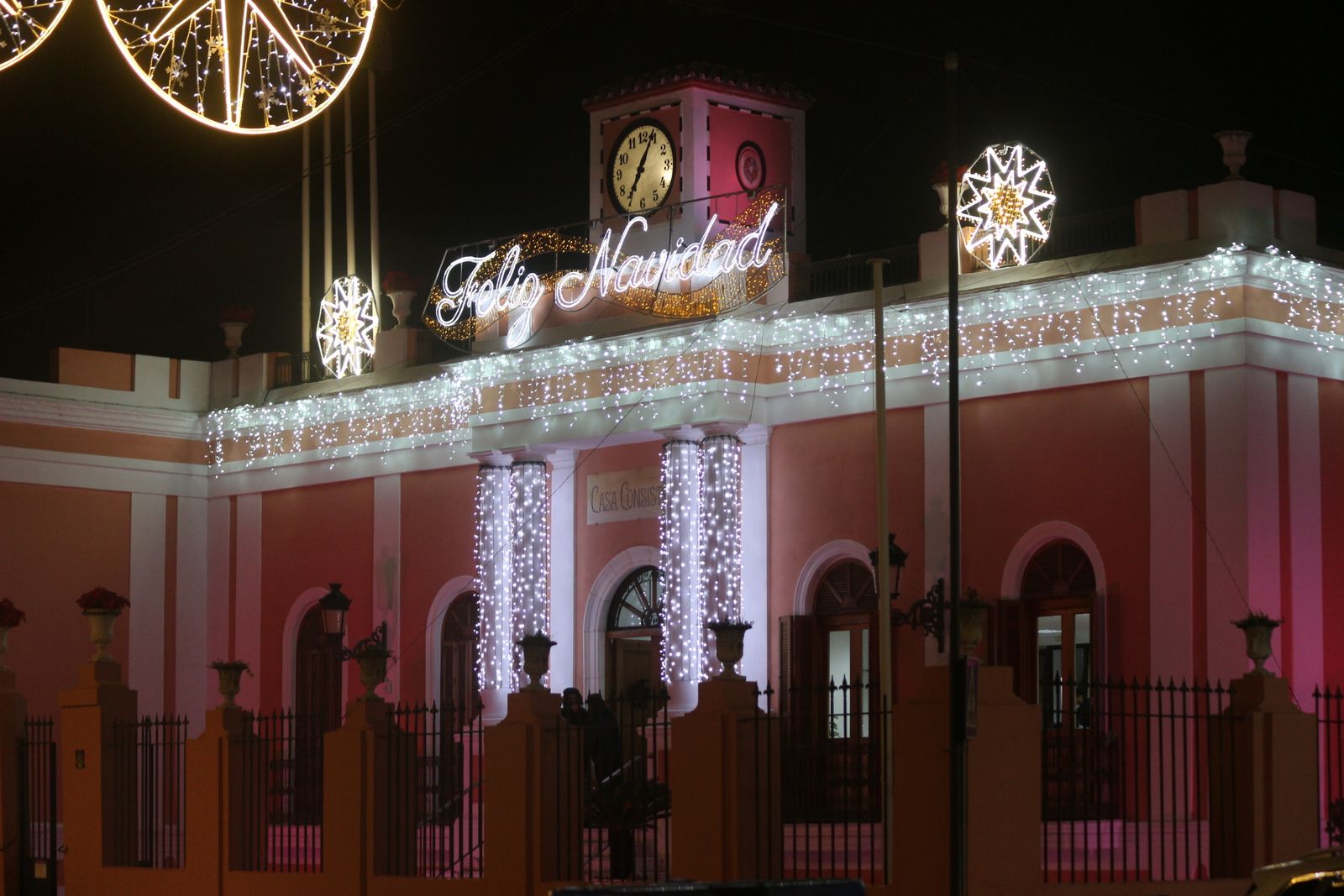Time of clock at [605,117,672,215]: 7:04
